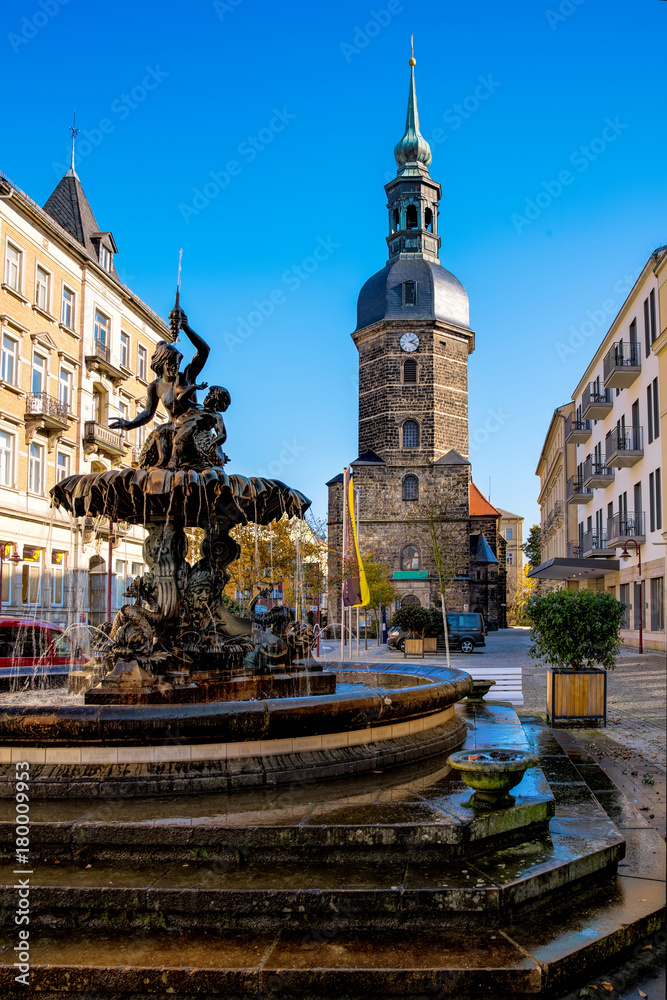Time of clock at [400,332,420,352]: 2:18
